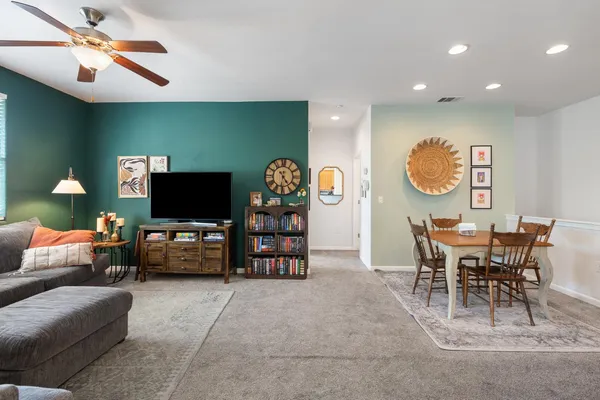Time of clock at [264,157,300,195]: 4:31
